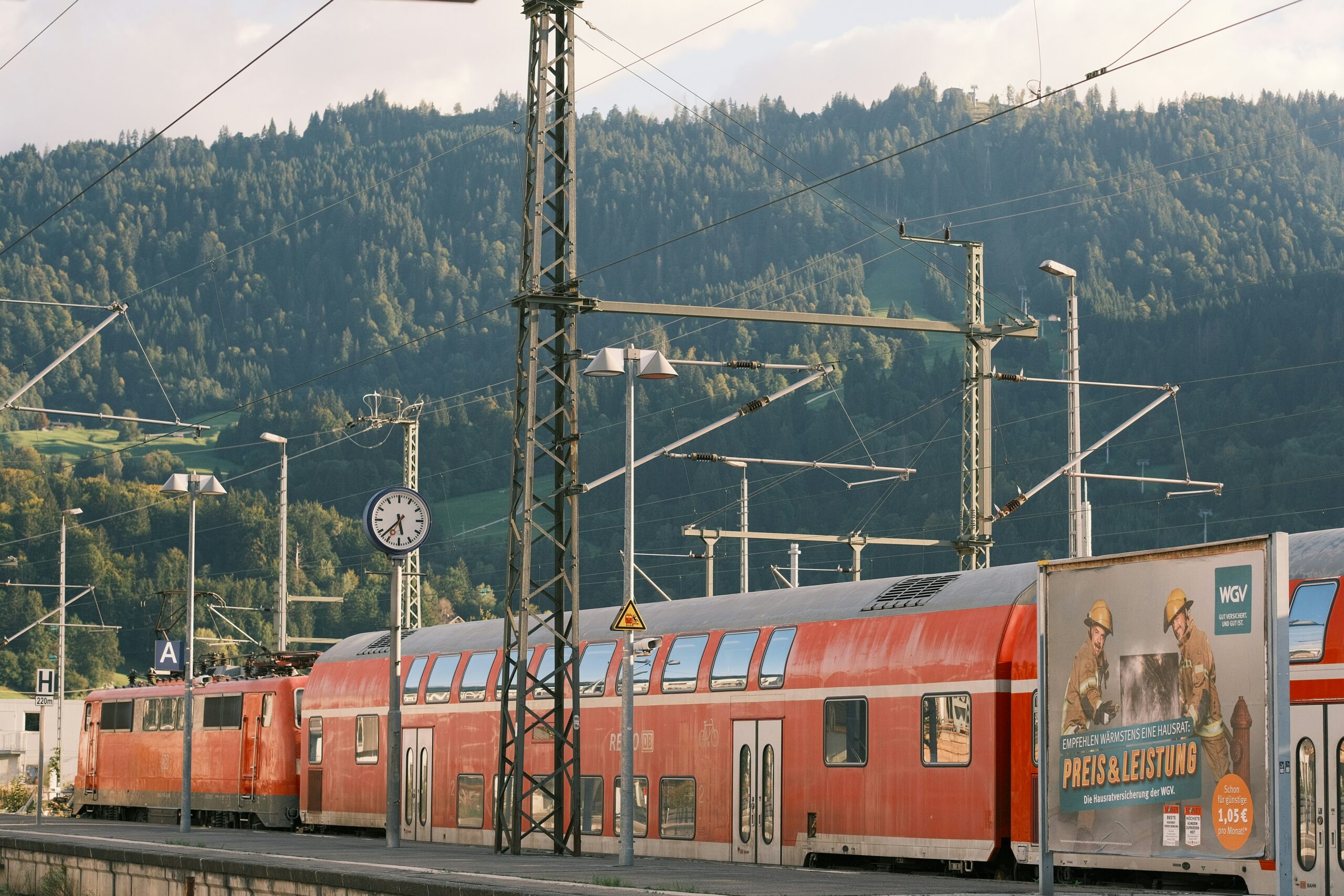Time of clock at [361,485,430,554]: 5:37
